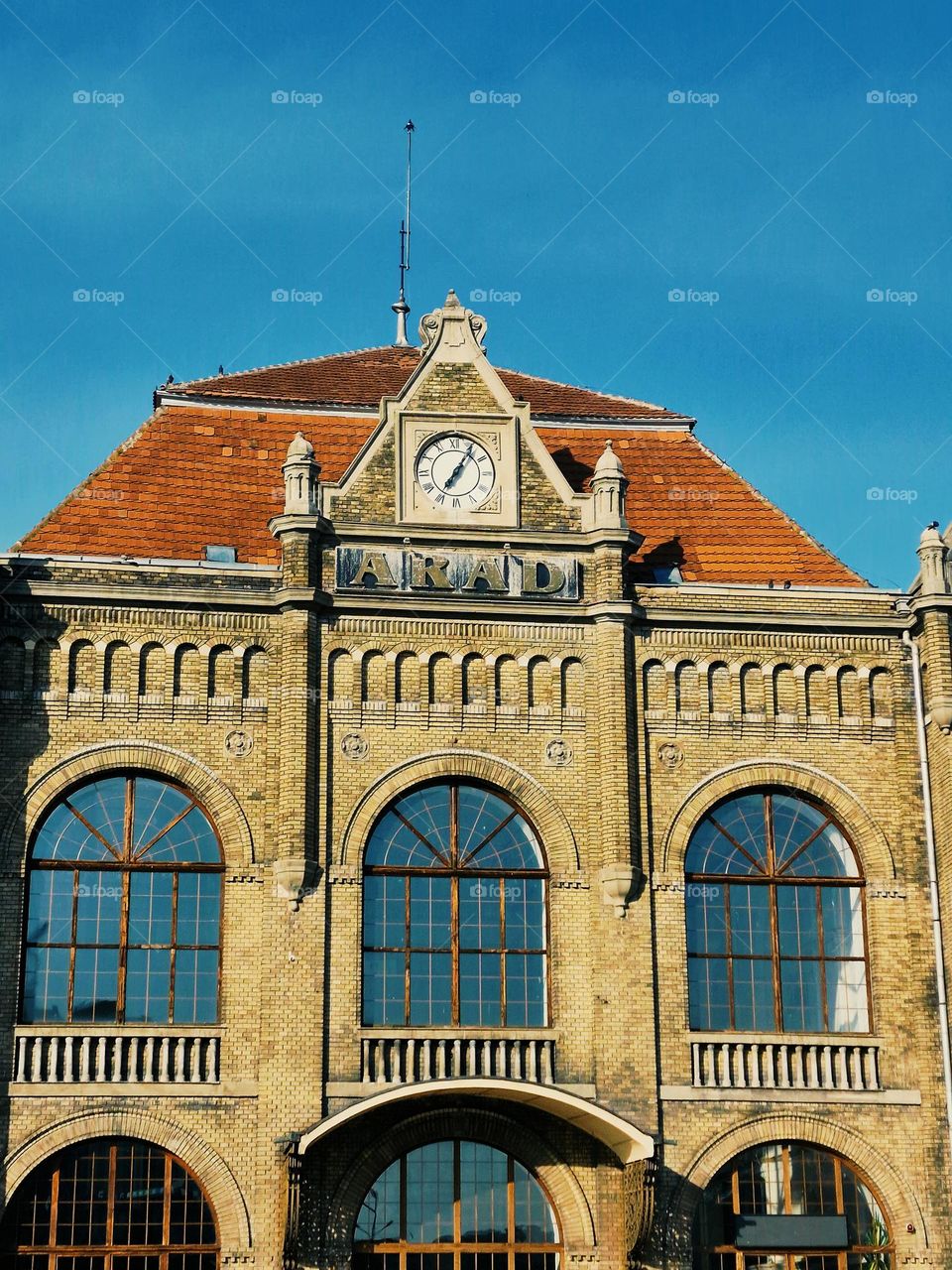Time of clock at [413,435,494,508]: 7:06
